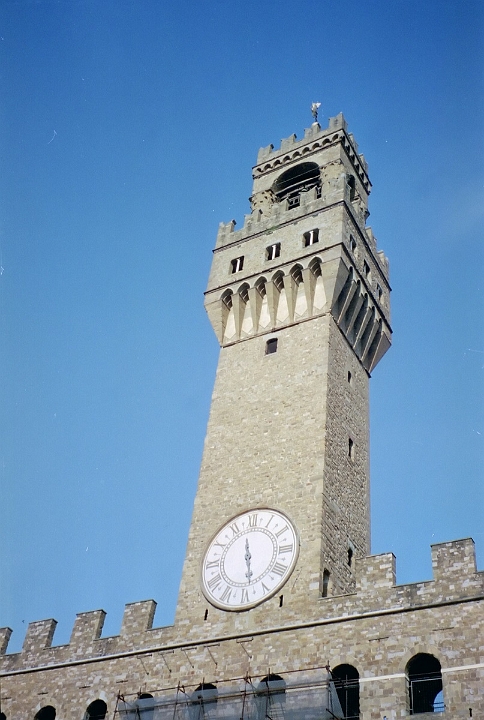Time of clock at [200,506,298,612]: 11:28
